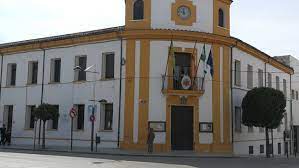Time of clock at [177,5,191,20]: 11:46
